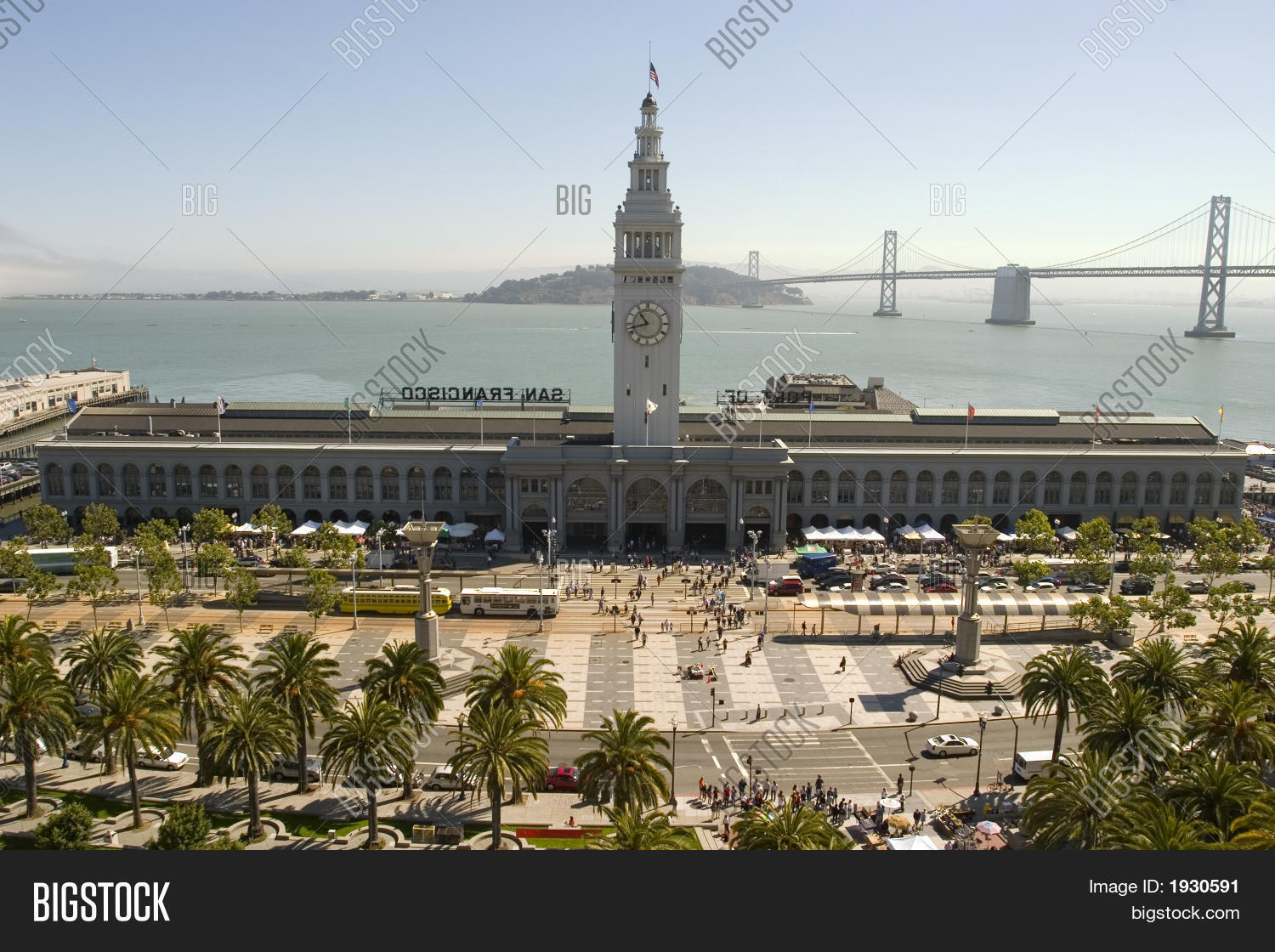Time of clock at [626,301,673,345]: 10:42
